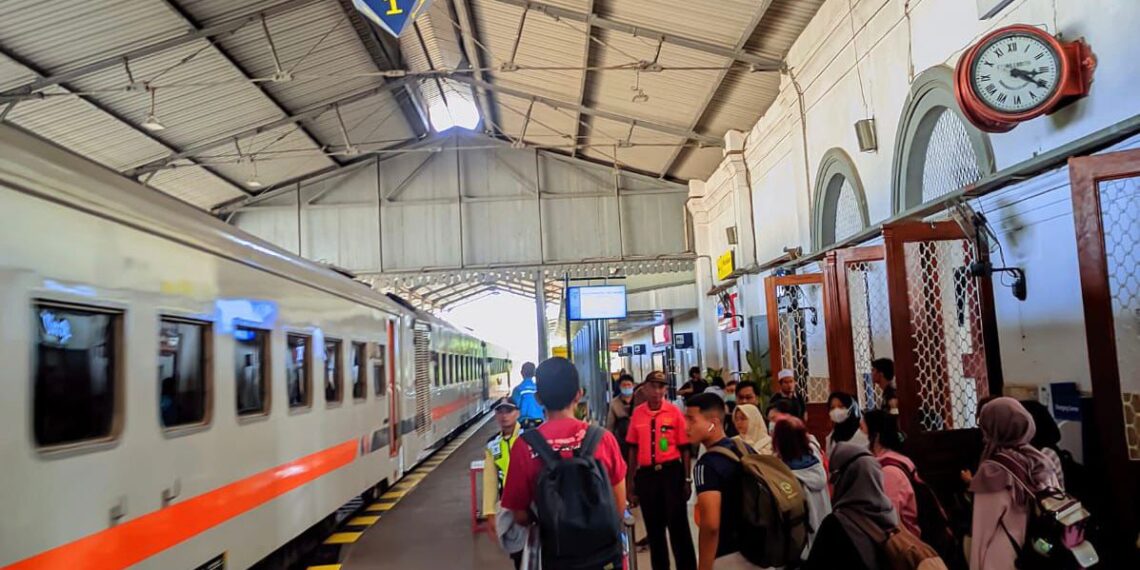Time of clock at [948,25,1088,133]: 3:20
